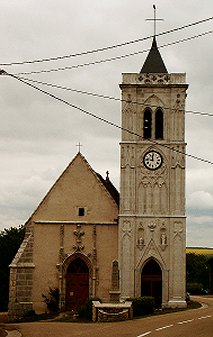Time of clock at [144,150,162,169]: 11:46
